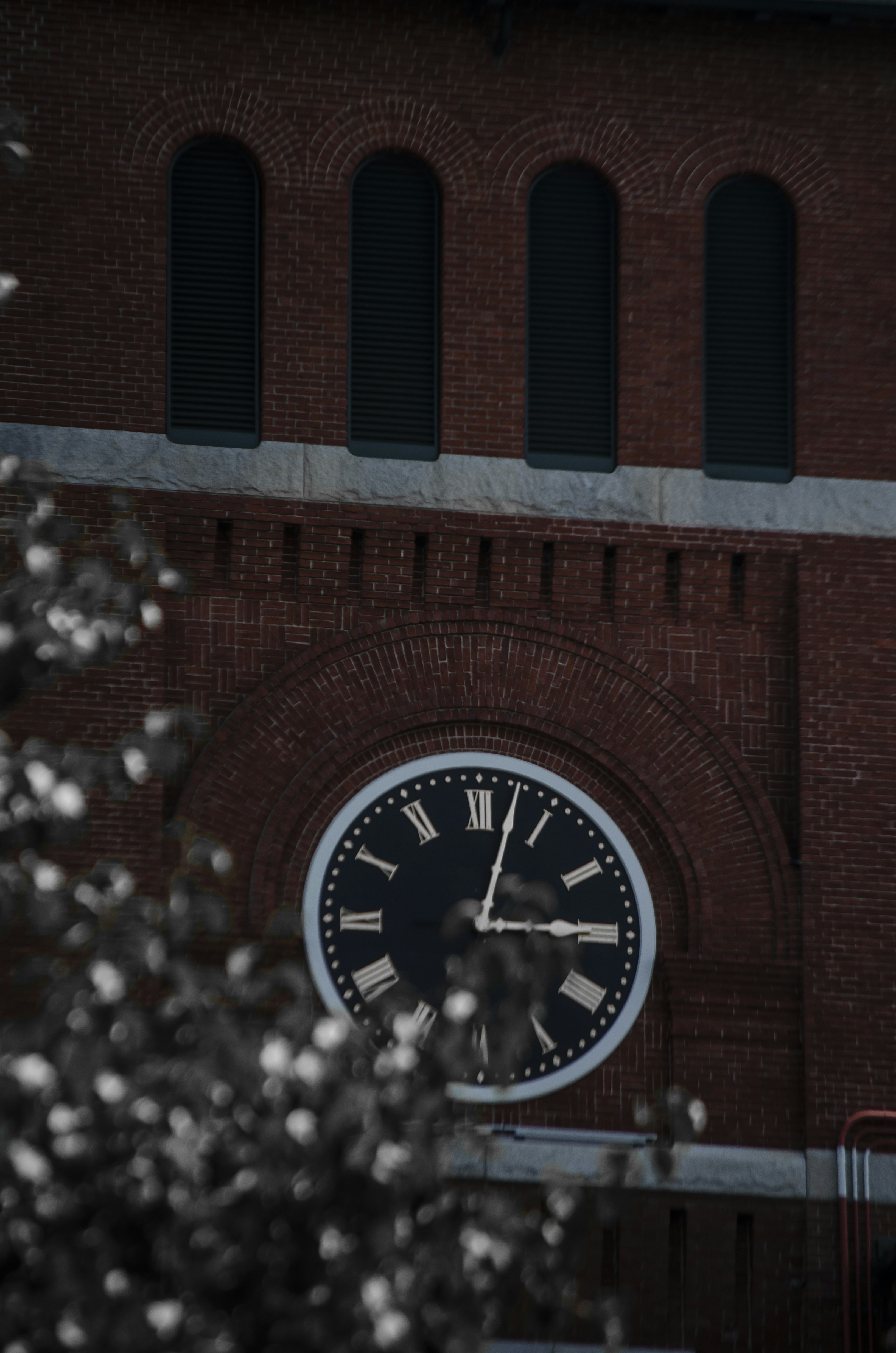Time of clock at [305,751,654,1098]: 3:02
